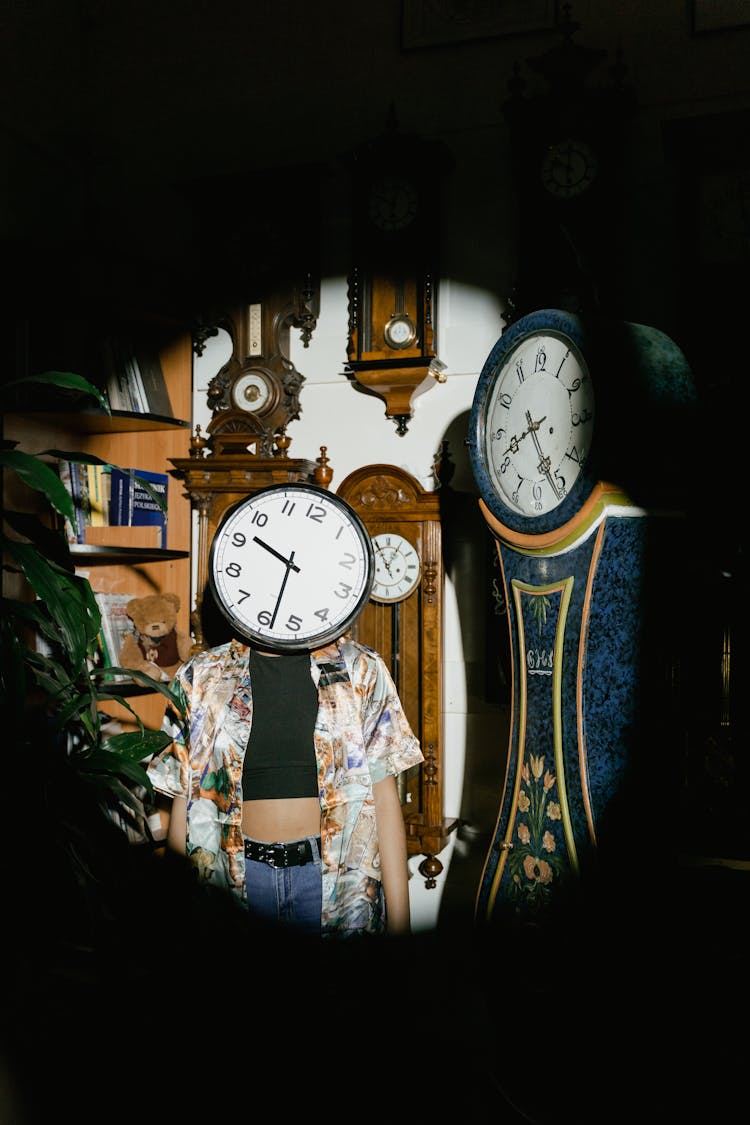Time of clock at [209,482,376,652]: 9:28
